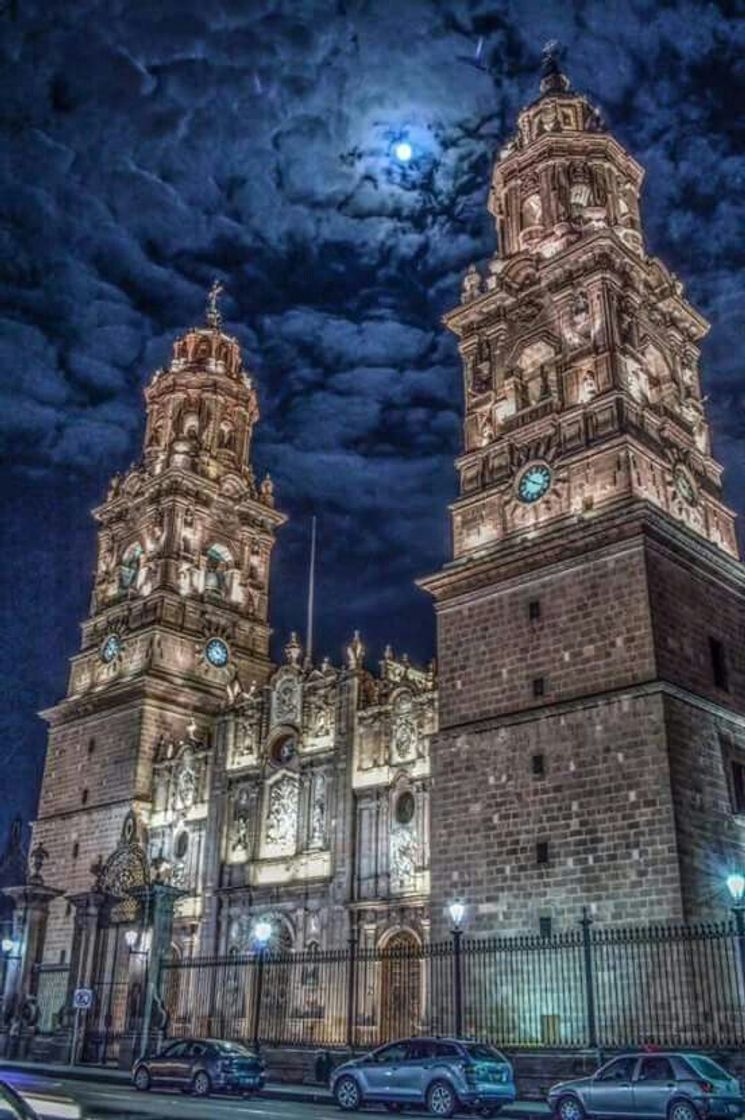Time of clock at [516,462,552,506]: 3:48
